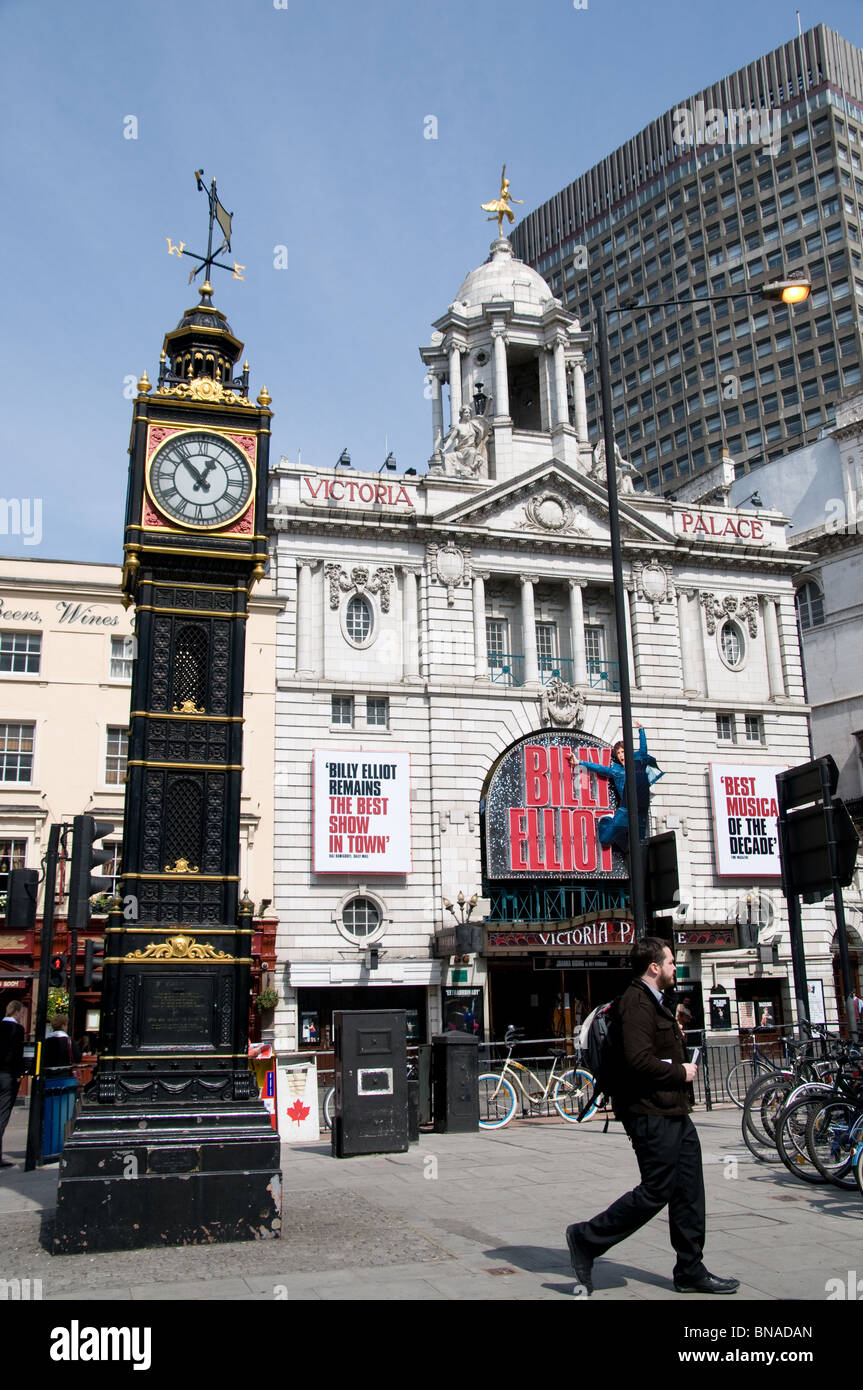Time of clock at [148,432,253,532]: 12:53
